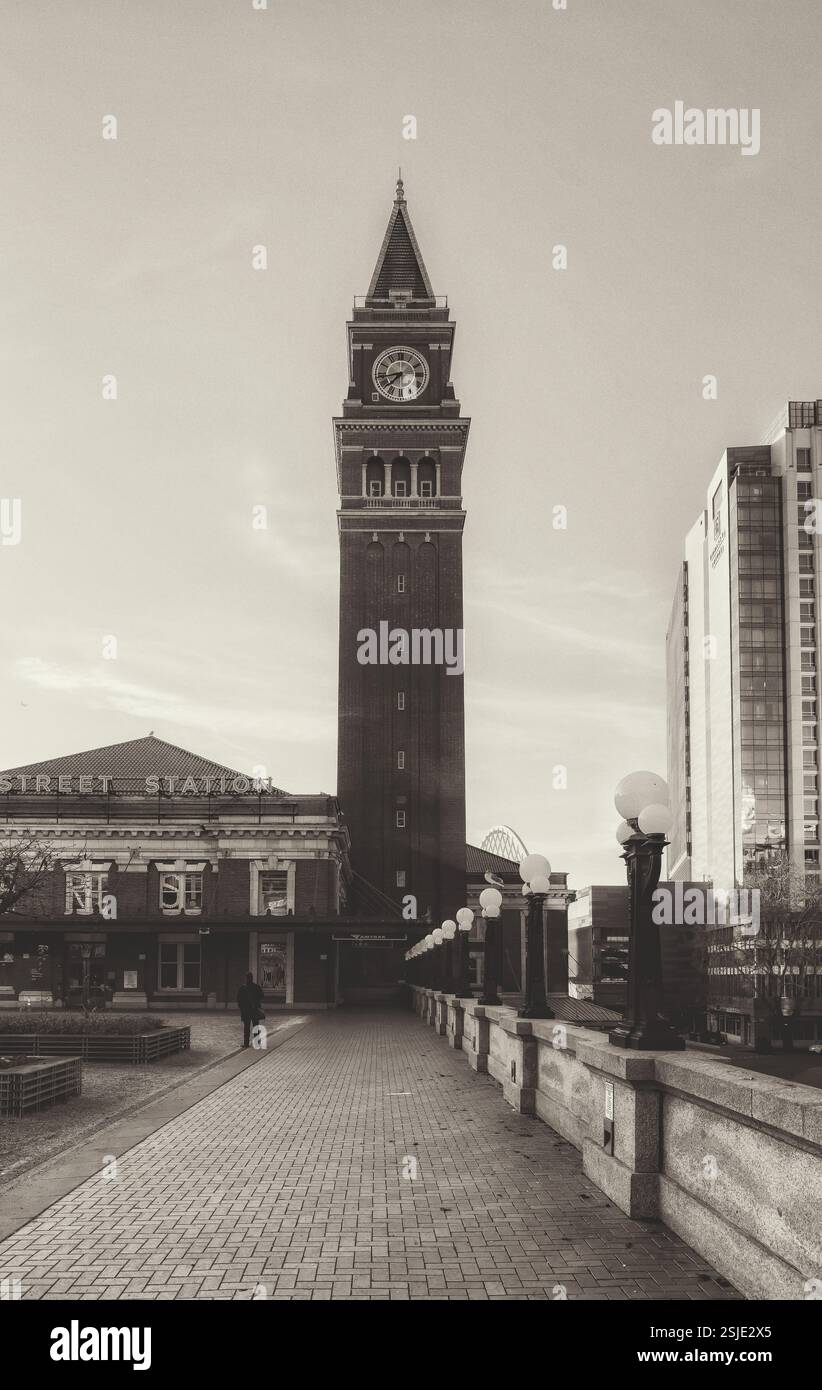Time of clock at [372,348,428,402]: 7:43
